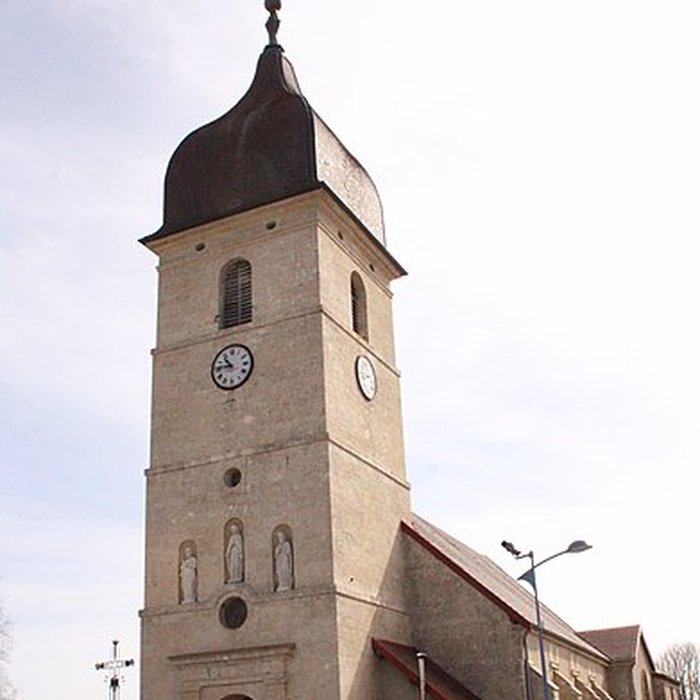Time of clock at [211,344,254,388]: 10:45
